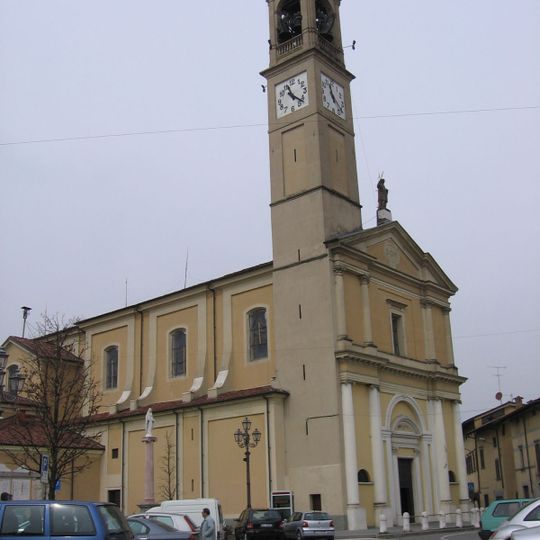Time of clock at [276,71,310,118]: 11:22
